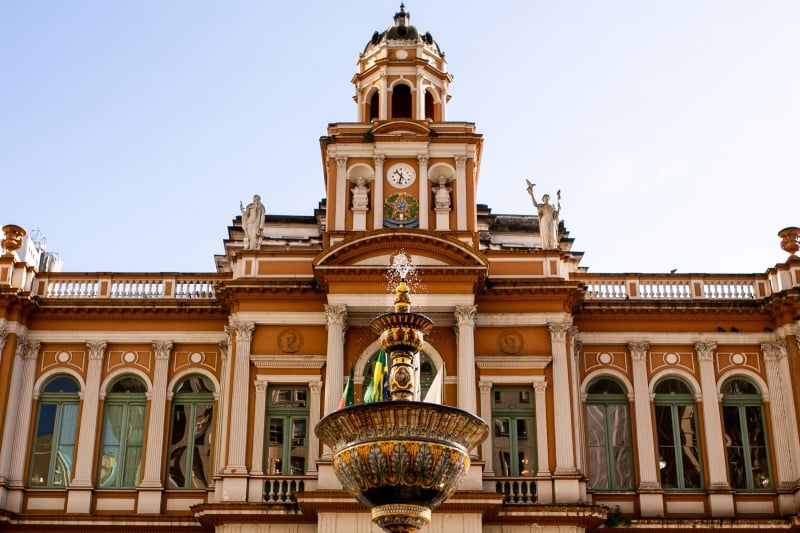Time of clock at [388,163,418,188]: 10:32
